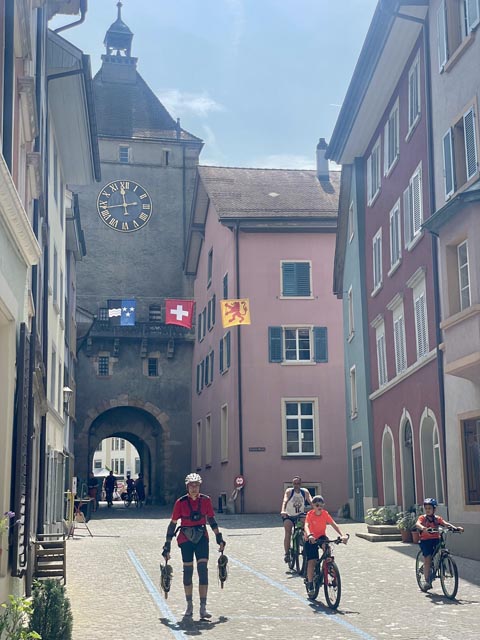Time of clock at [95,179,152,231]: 11:43
